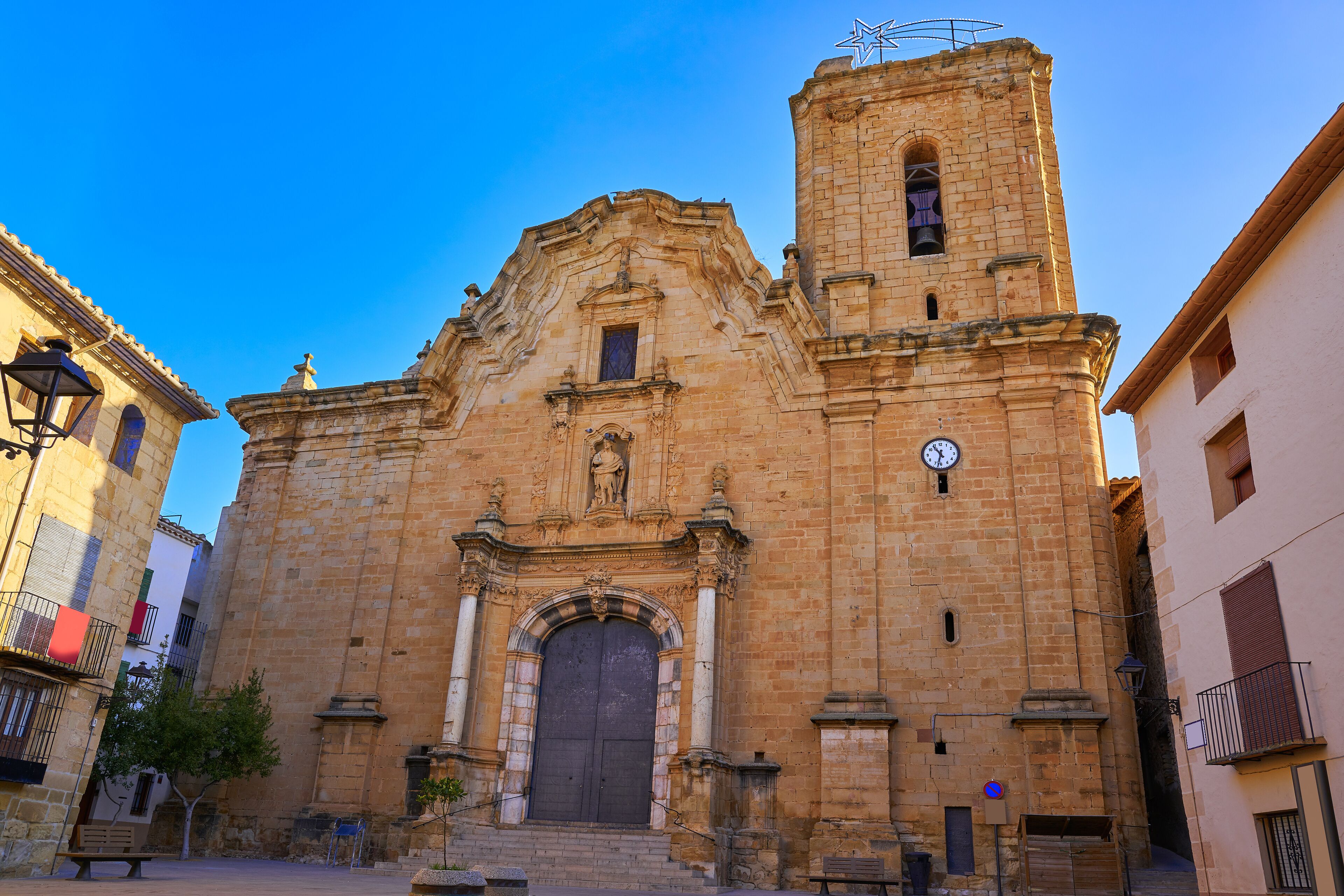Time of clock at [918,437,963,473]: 10:32
